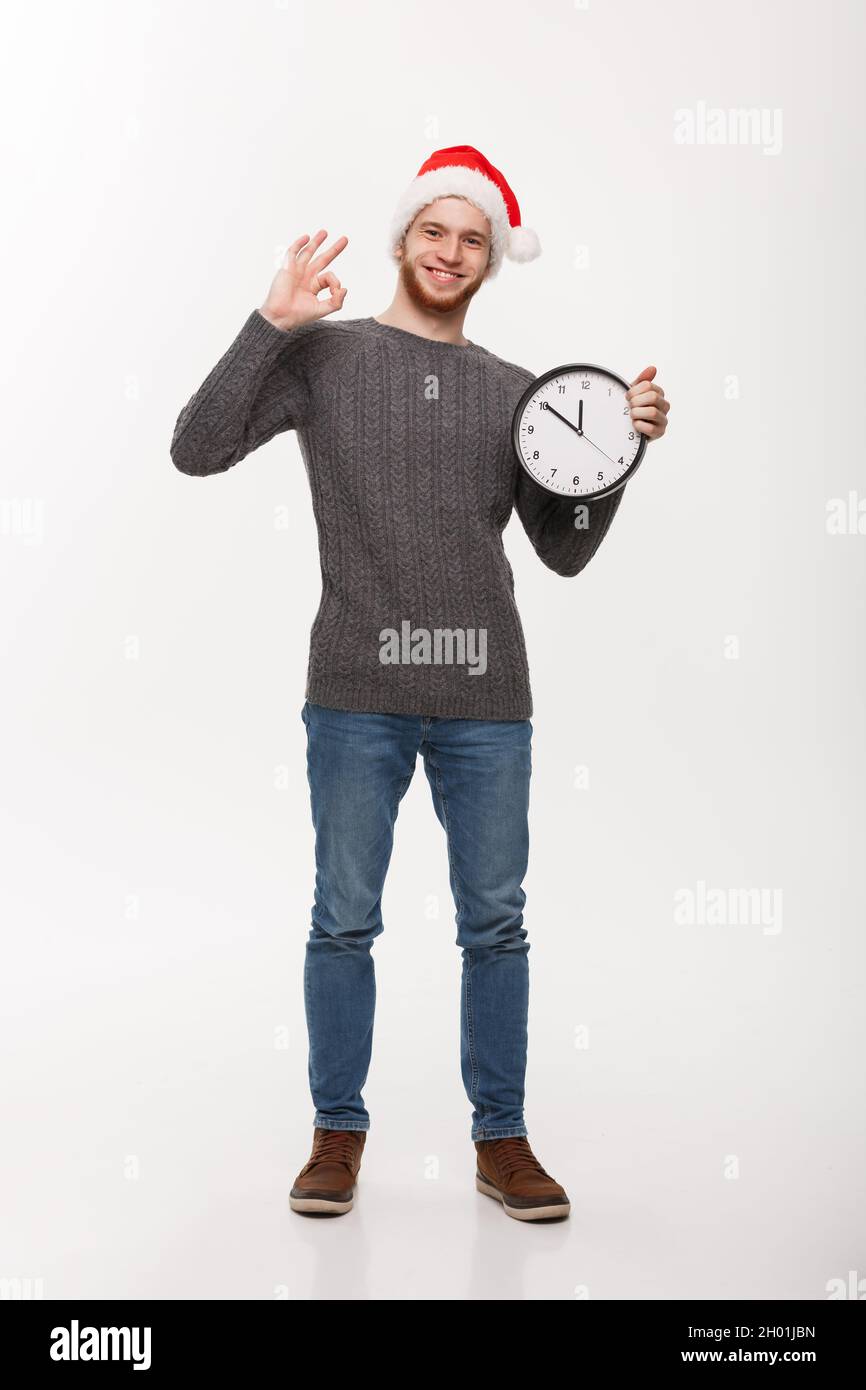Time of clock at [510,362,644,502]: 11:50
